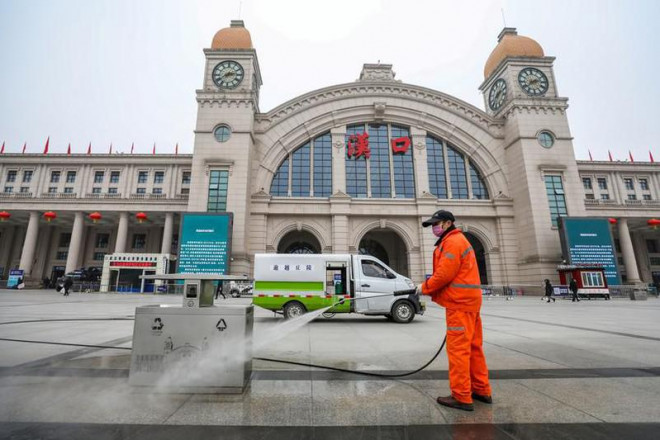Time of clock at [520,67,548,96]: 2:39
